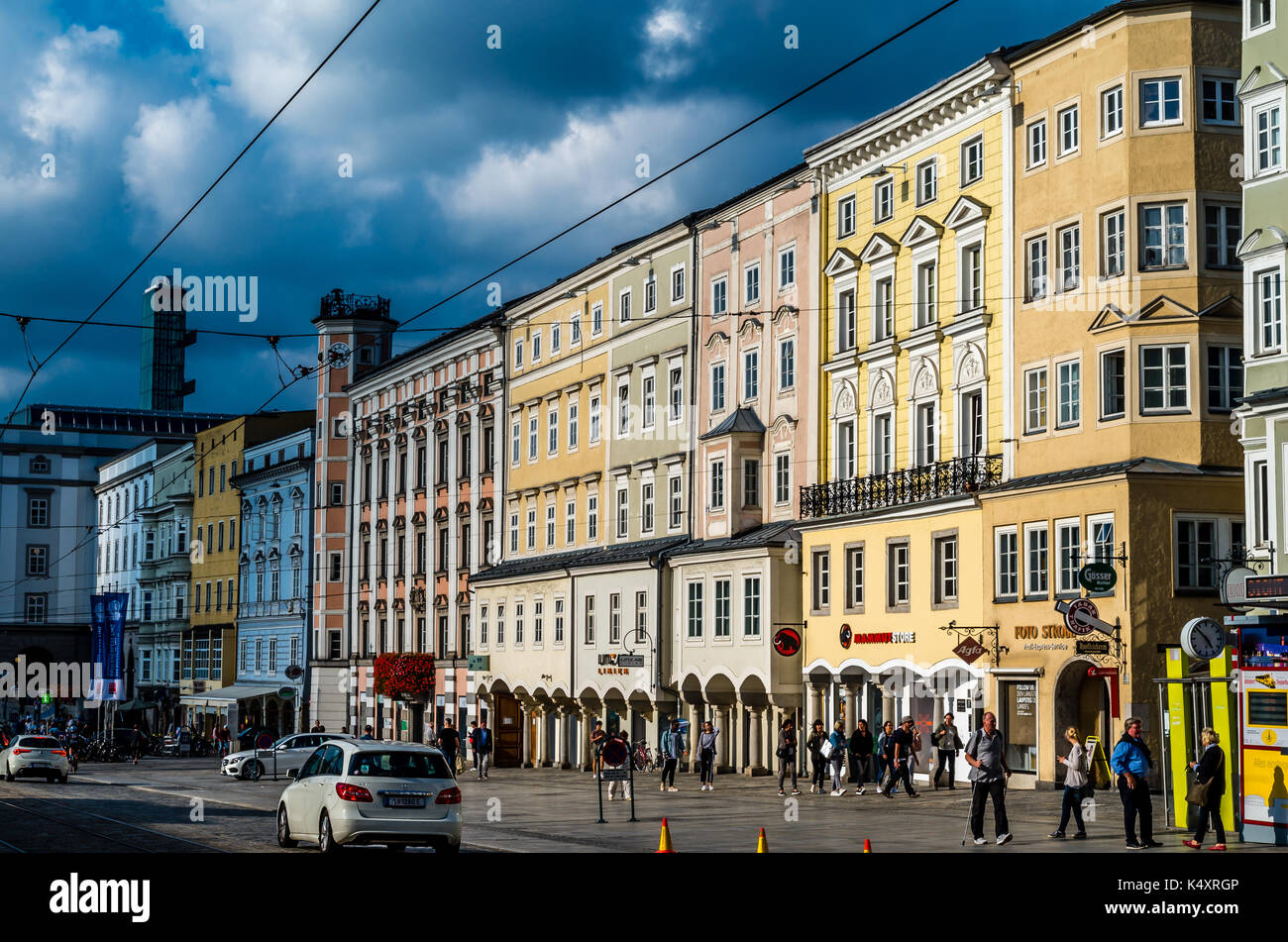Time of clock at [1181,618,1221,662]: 4:52
